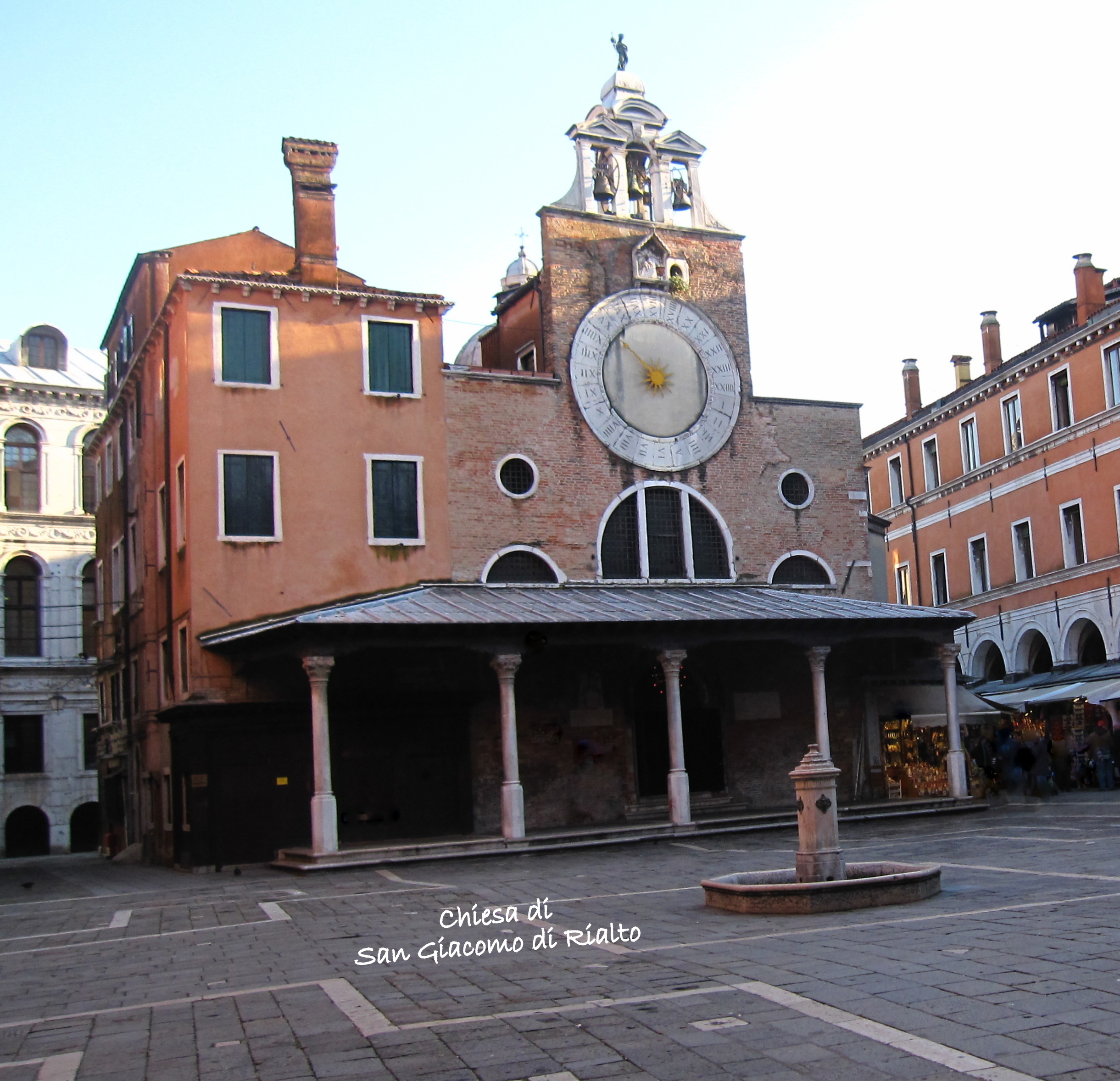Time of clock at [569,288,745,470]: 8:52
